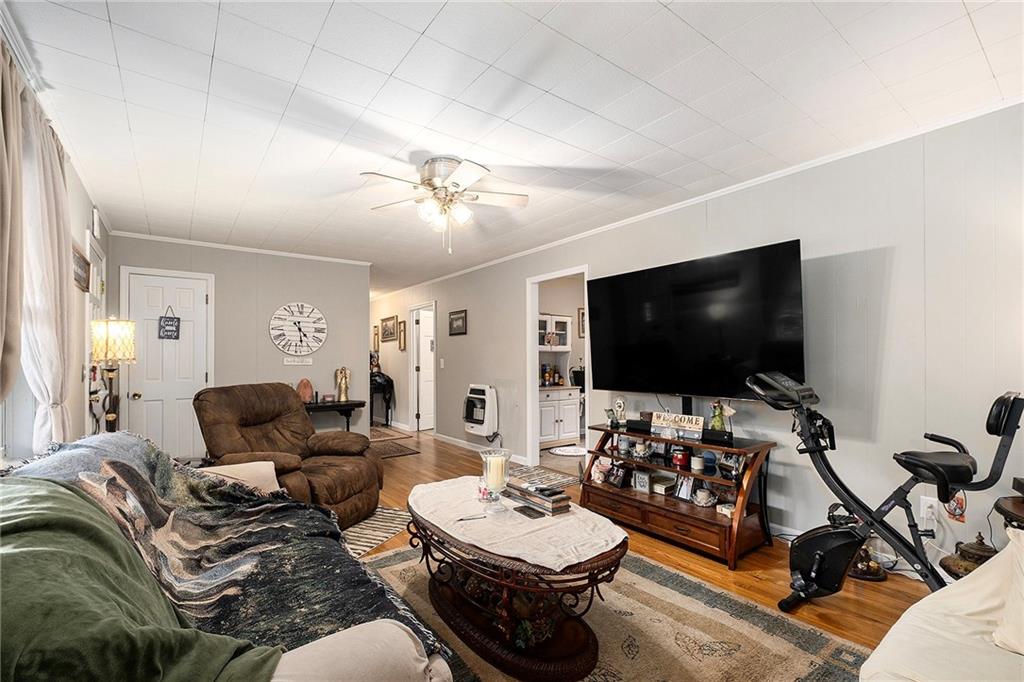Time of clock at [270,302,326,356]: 4:28
